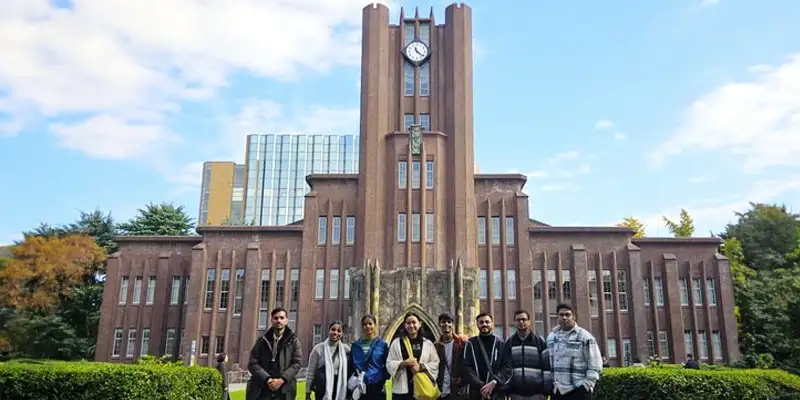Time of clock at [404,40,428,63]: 11:21
